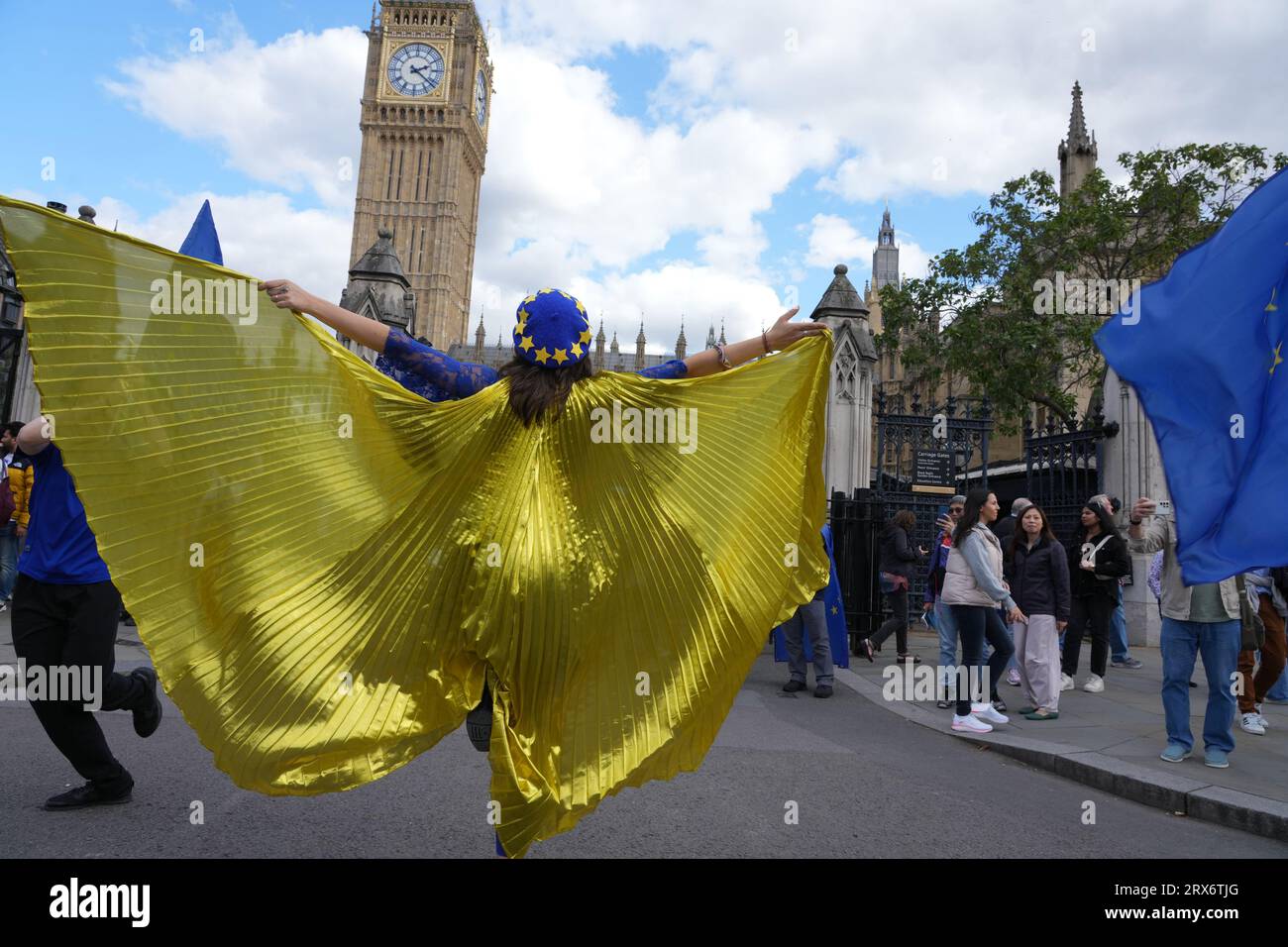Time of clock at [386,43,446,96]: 2:21
